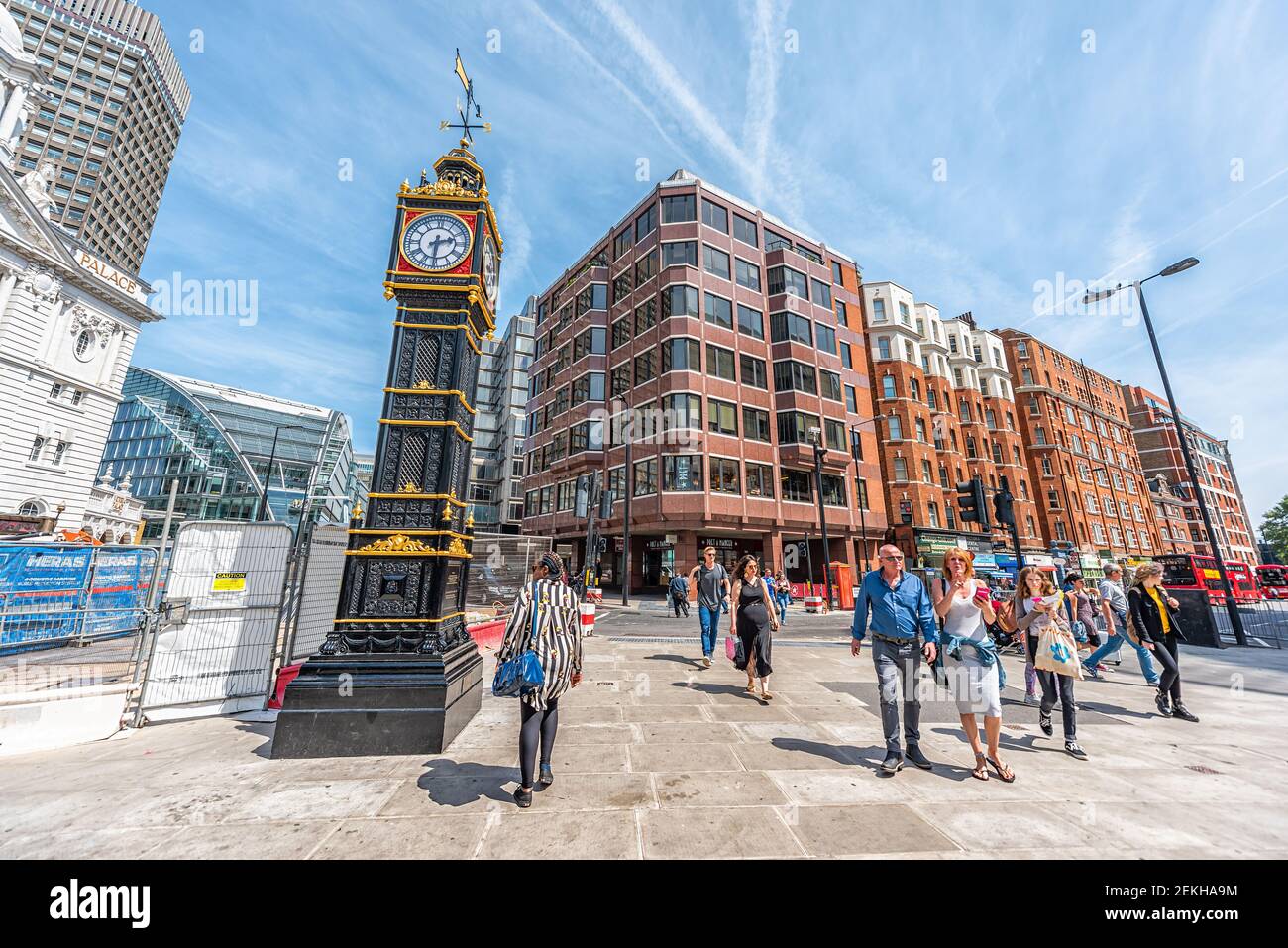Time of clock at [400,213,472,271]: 2:30
